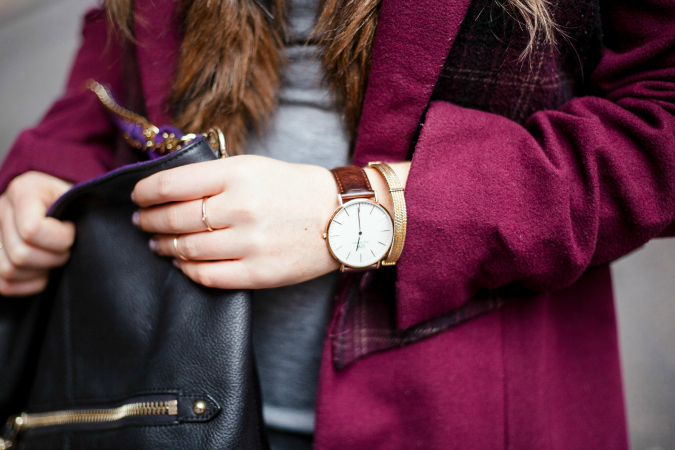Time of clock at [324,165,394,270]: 5:59
